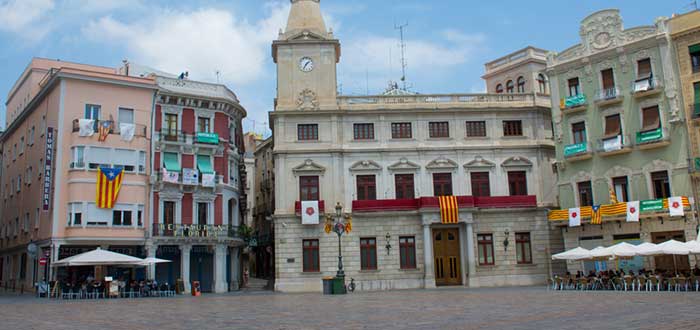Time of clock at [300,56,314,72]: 1:35
